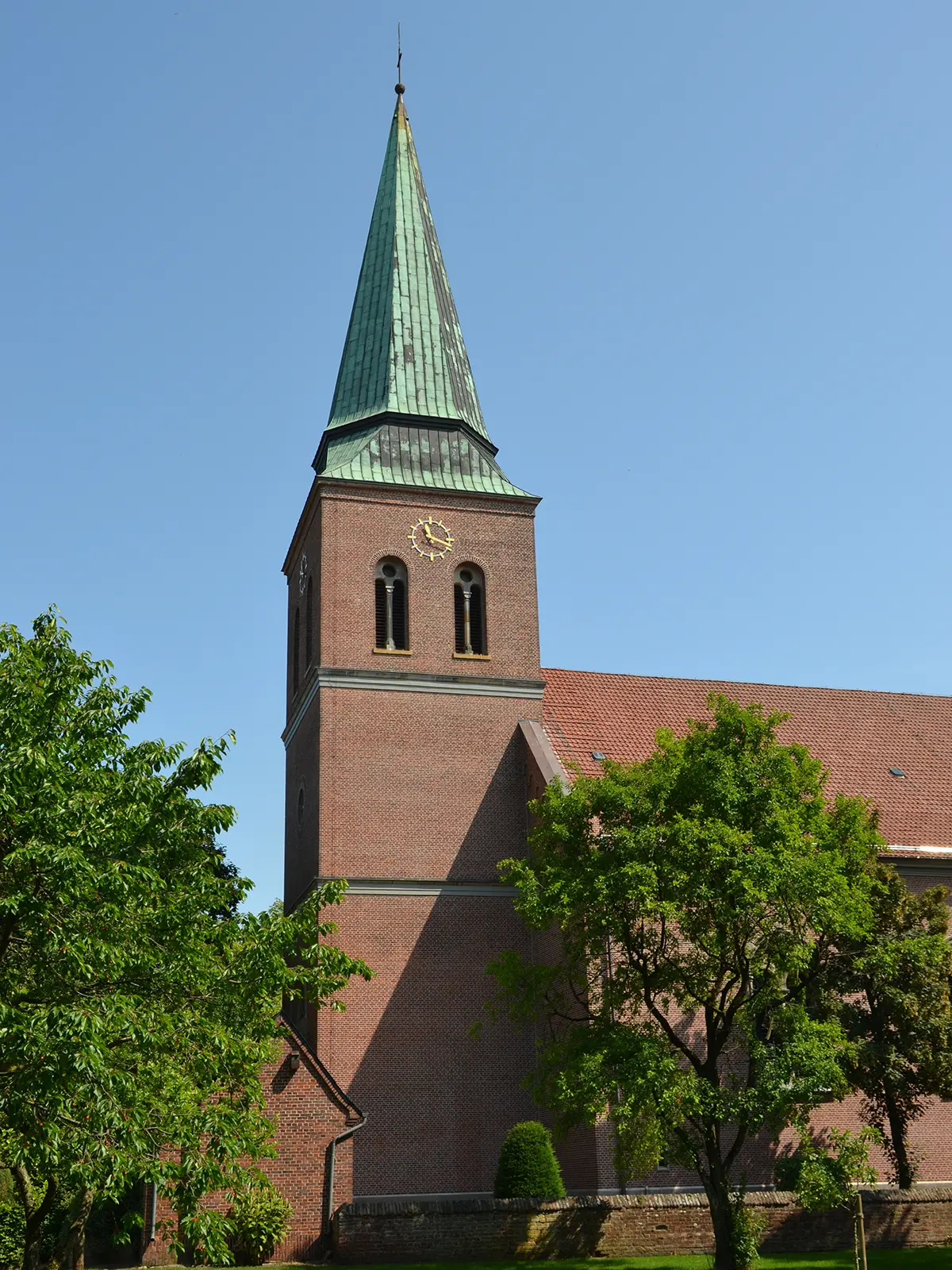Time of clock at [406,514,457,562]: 11:17
